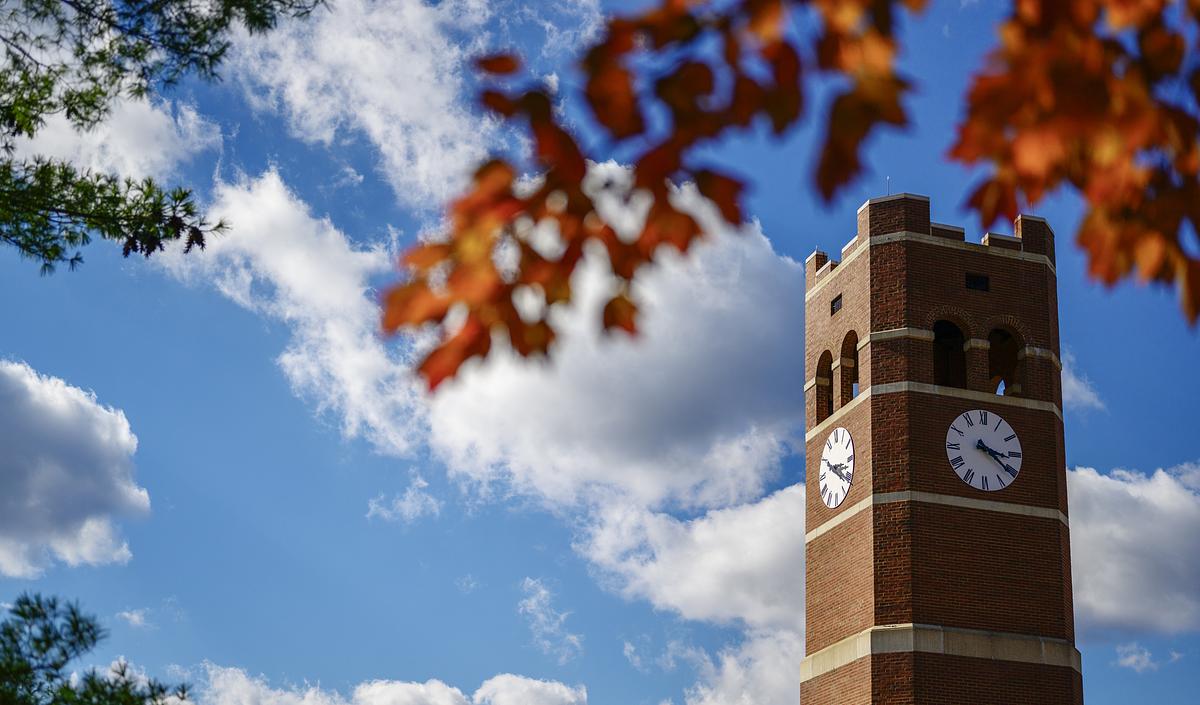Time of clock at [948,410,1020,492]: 3:21
